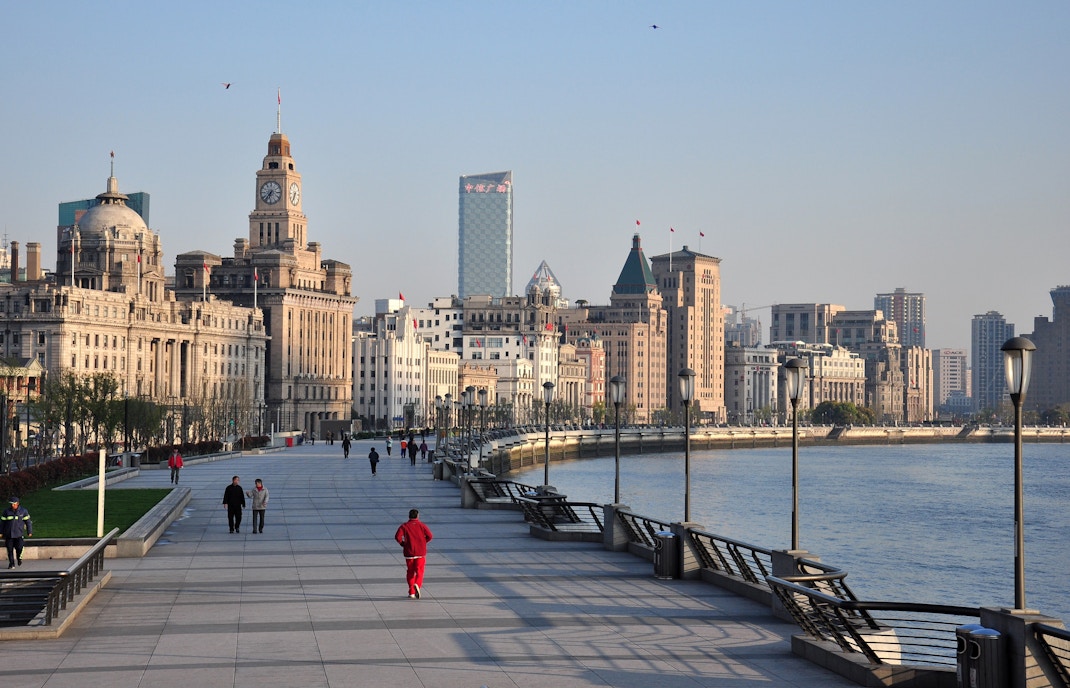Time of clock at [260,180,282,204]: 6:36
